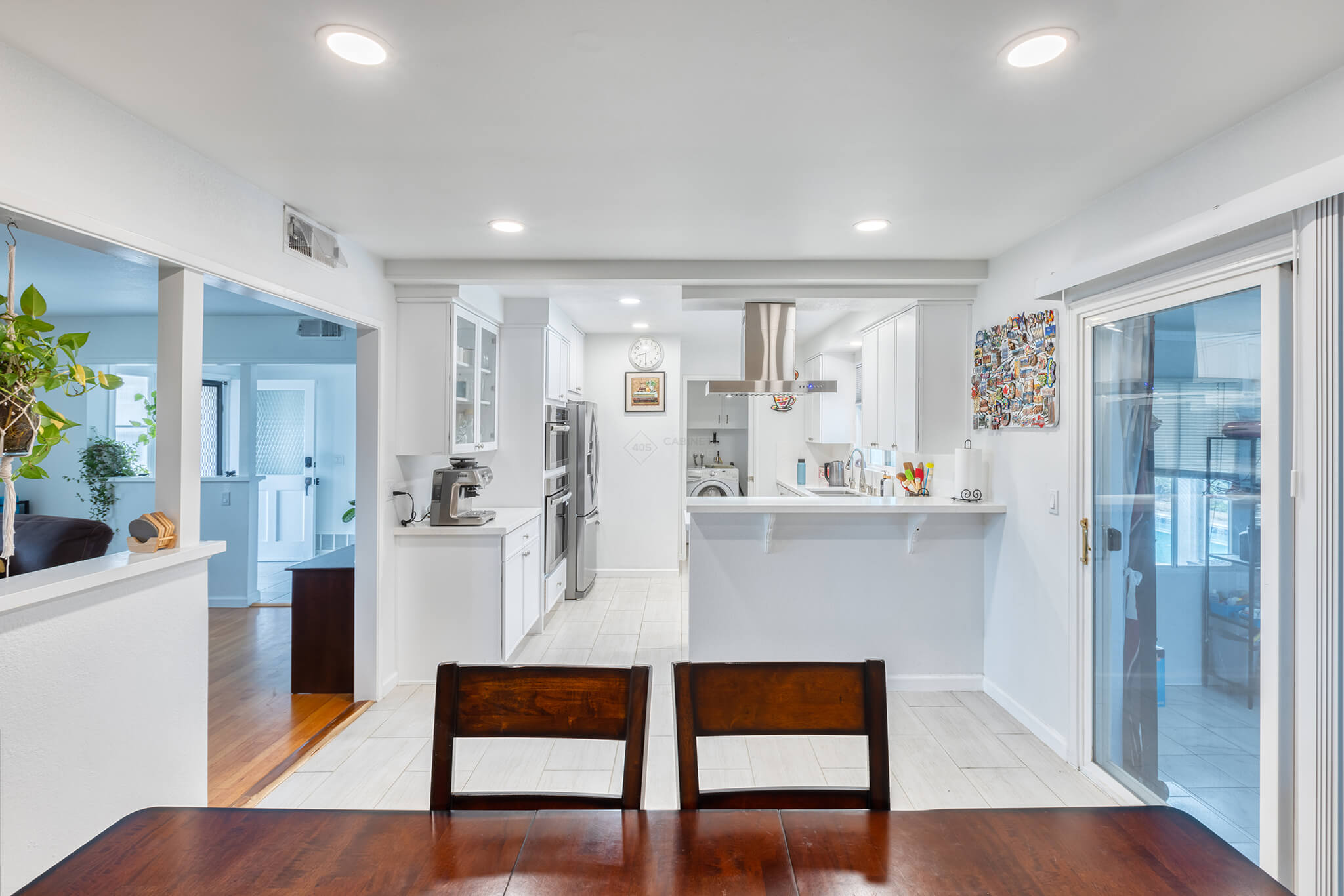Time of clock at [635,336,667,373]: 8:30
